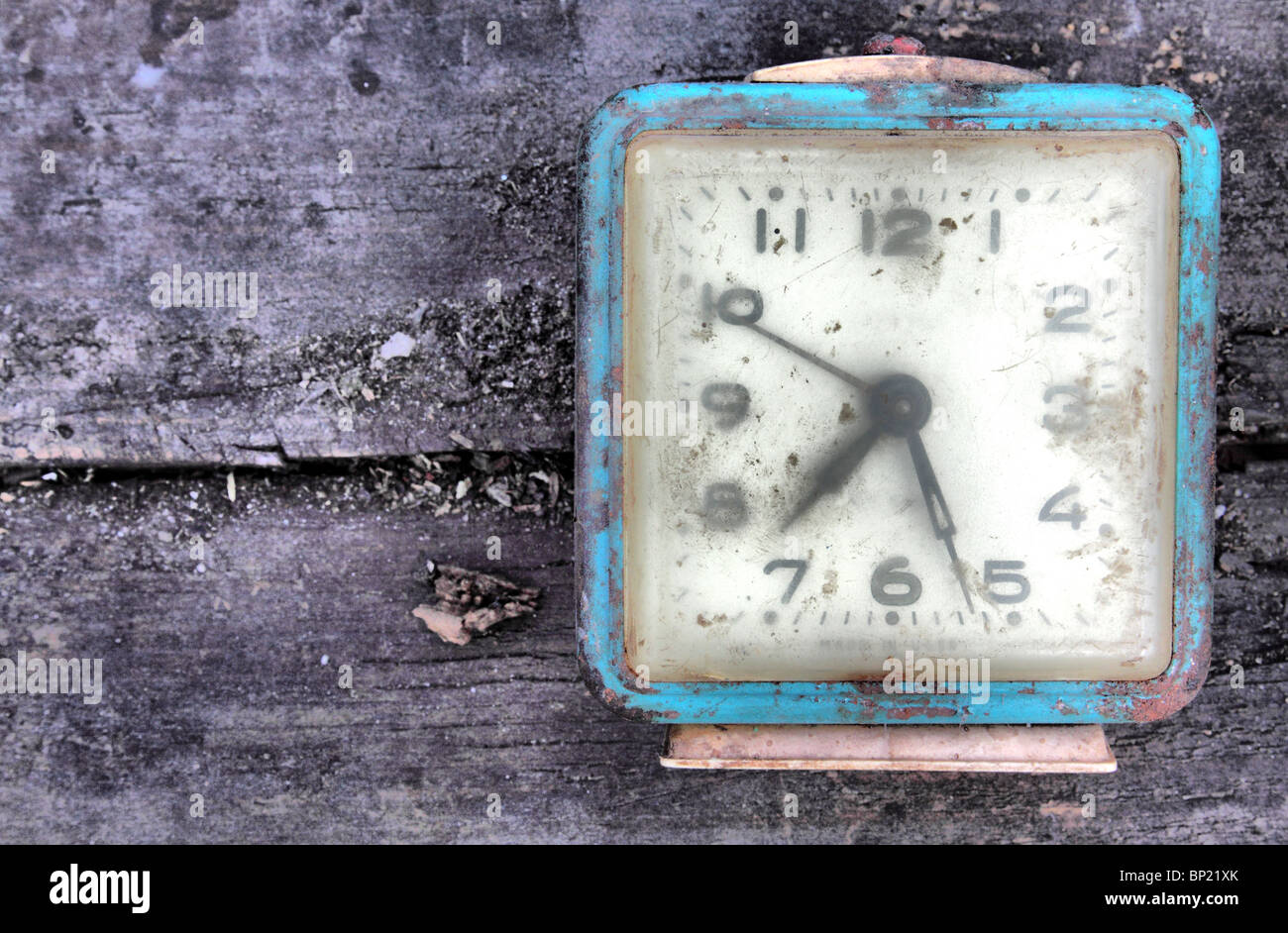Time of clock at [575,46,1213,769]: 7:26
